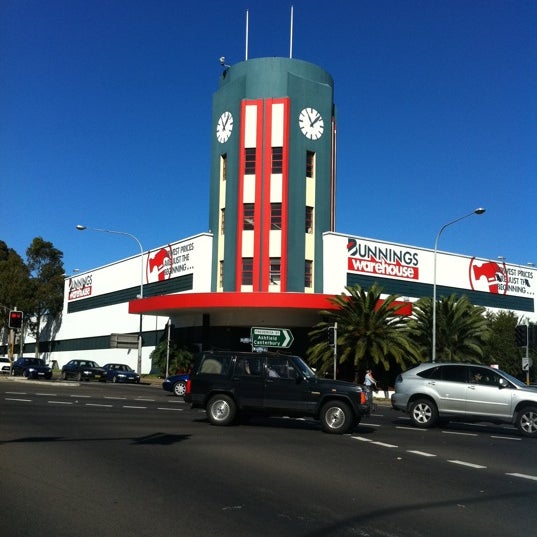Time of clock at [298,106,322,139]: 11:07
